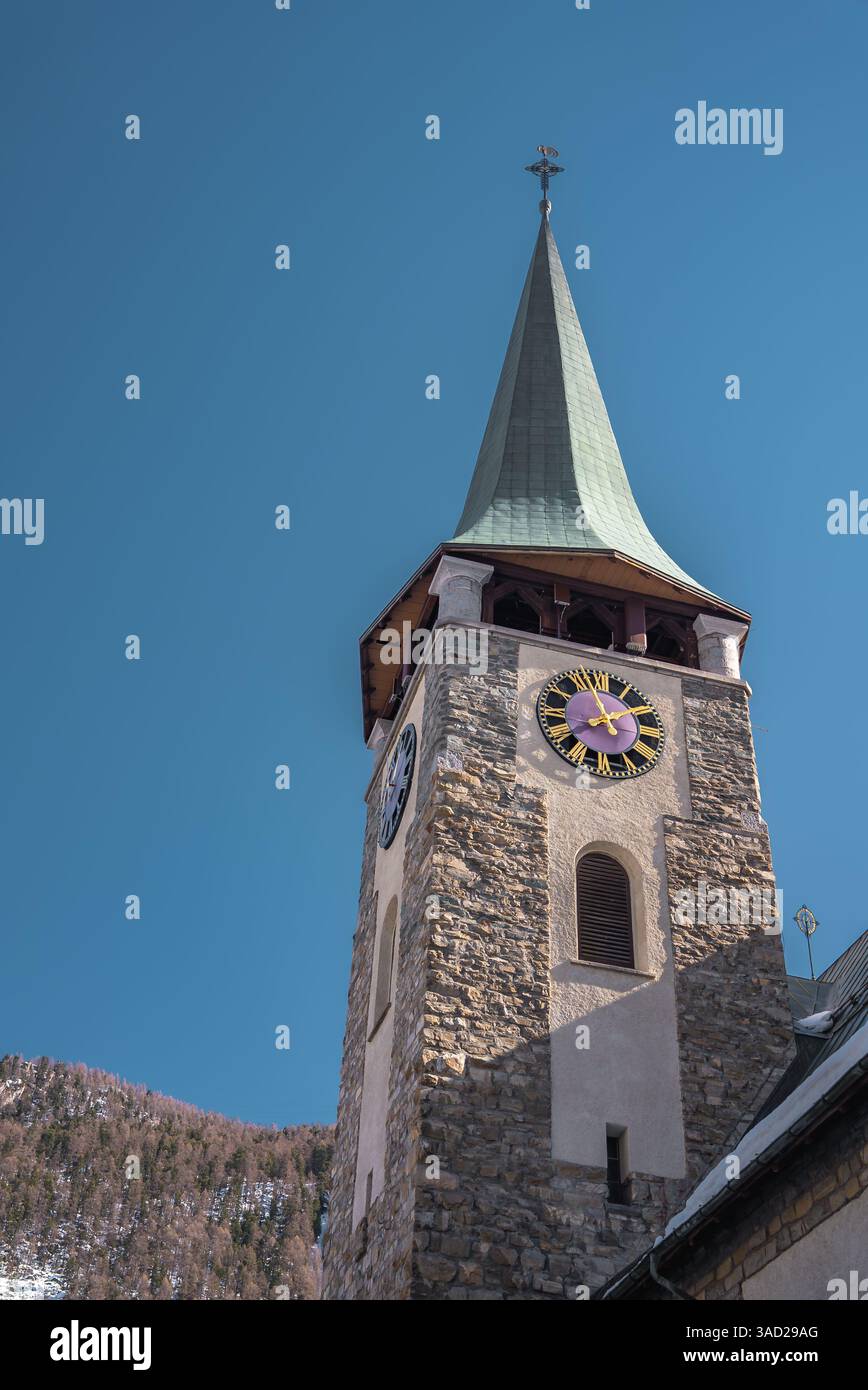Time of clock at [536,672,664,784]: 1:56
